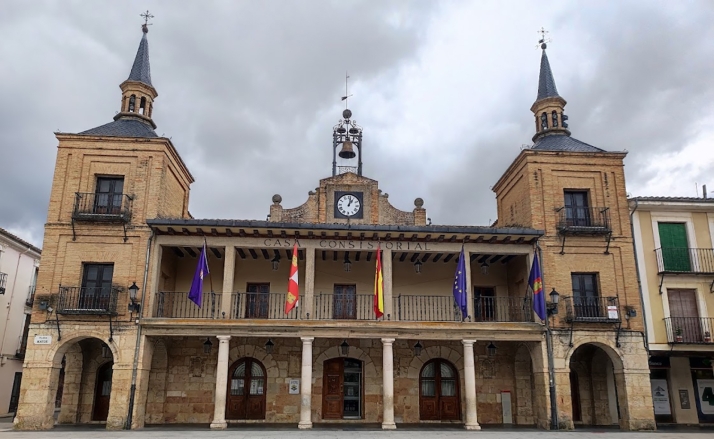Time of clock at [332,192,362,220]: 1:01
